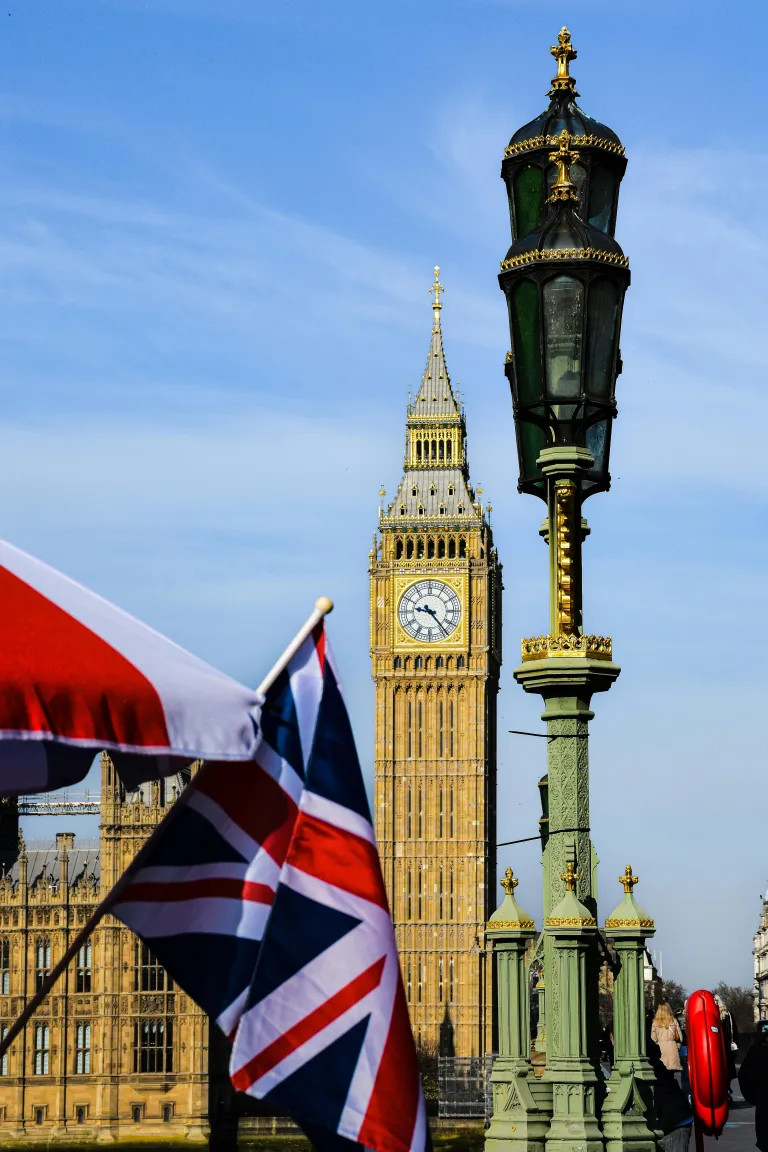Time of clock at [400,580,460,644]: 9:23
